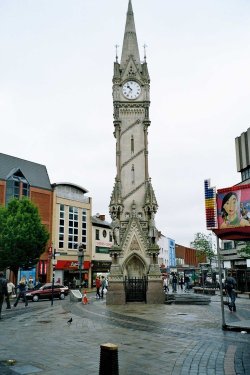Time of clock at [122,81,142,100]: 10:36
